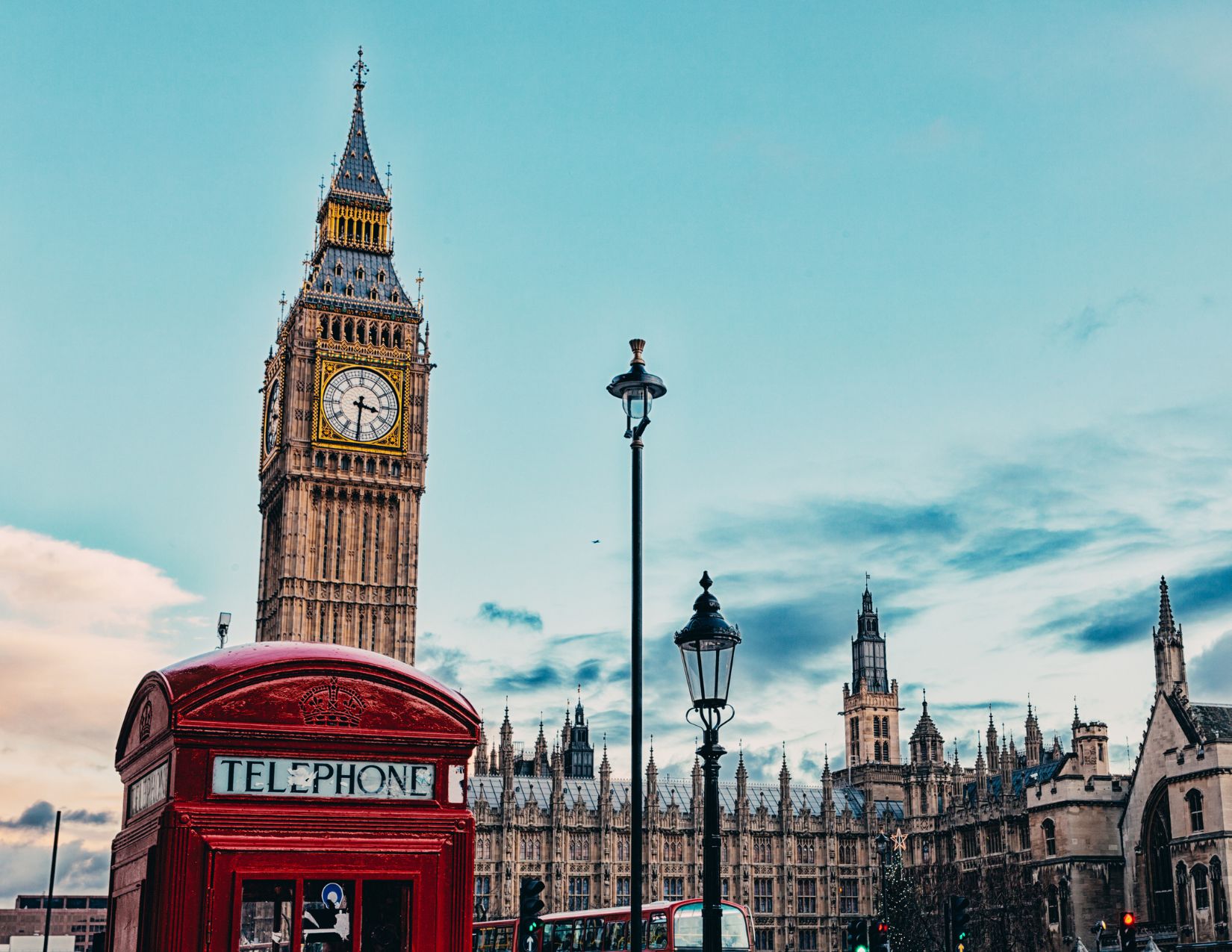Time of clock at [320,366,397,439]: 3:30
